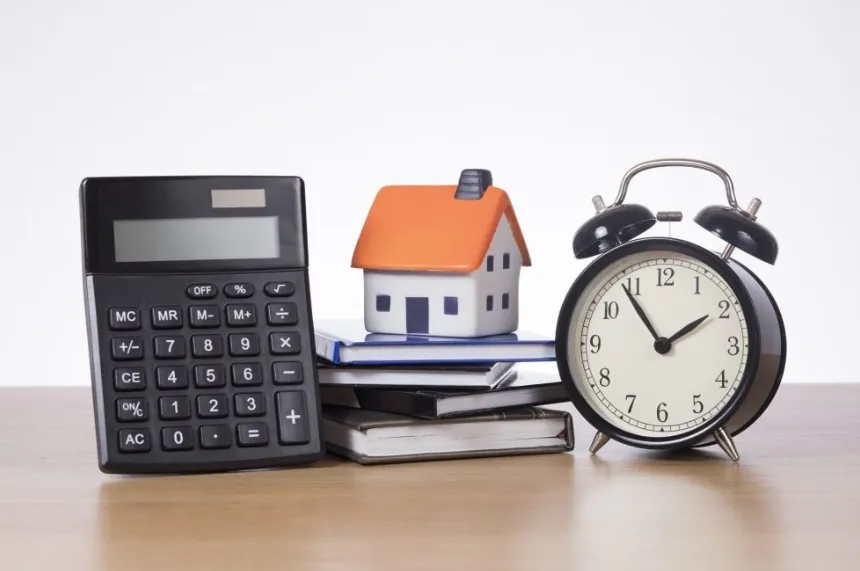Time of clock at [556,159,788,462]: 1:54
